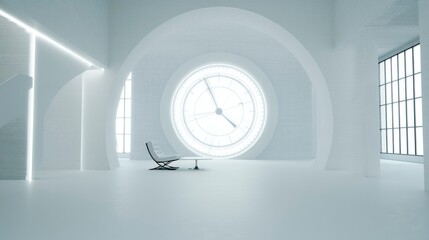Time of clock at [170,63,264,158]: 4:12
